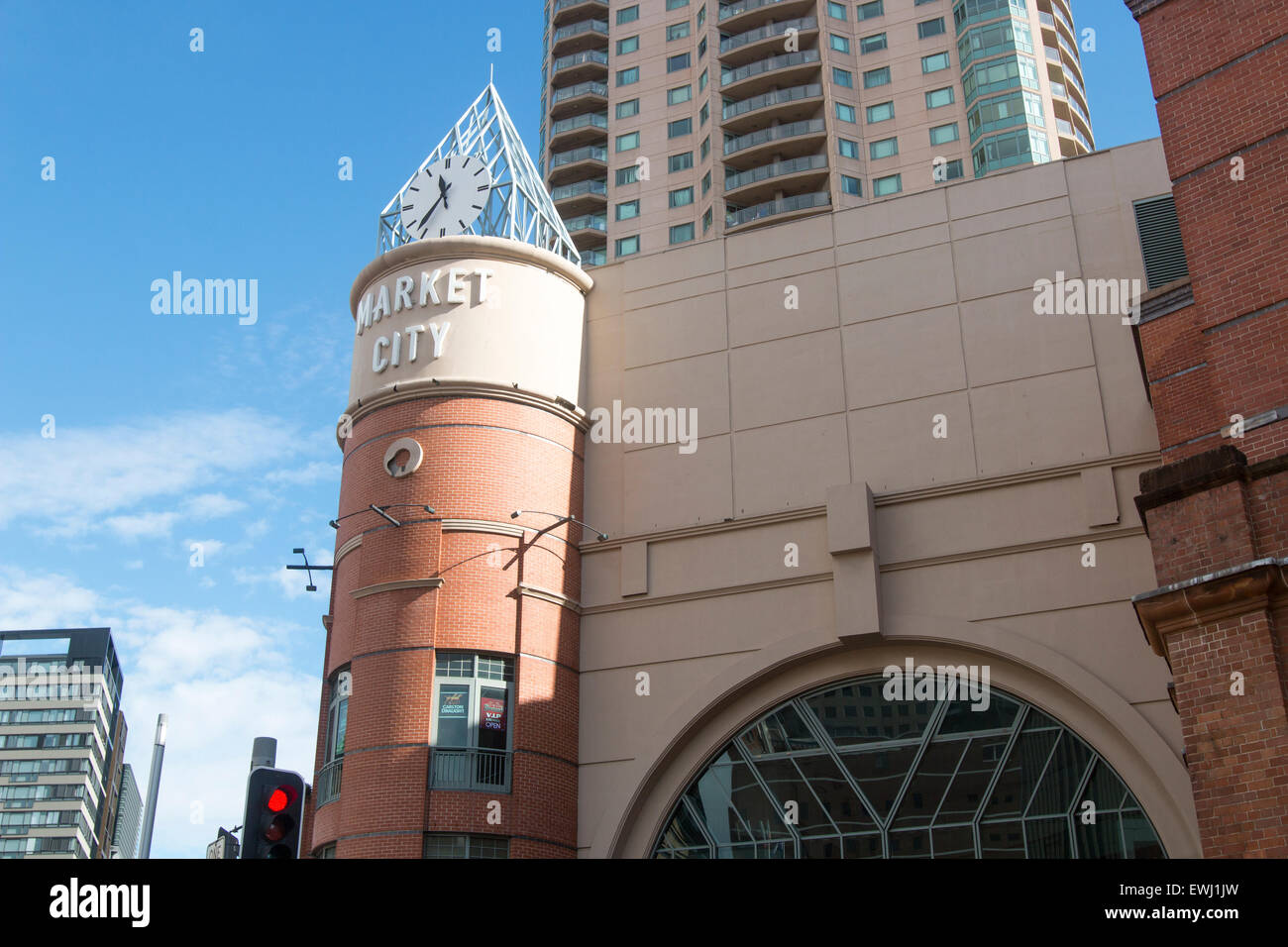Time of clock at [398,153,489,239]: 11:36
